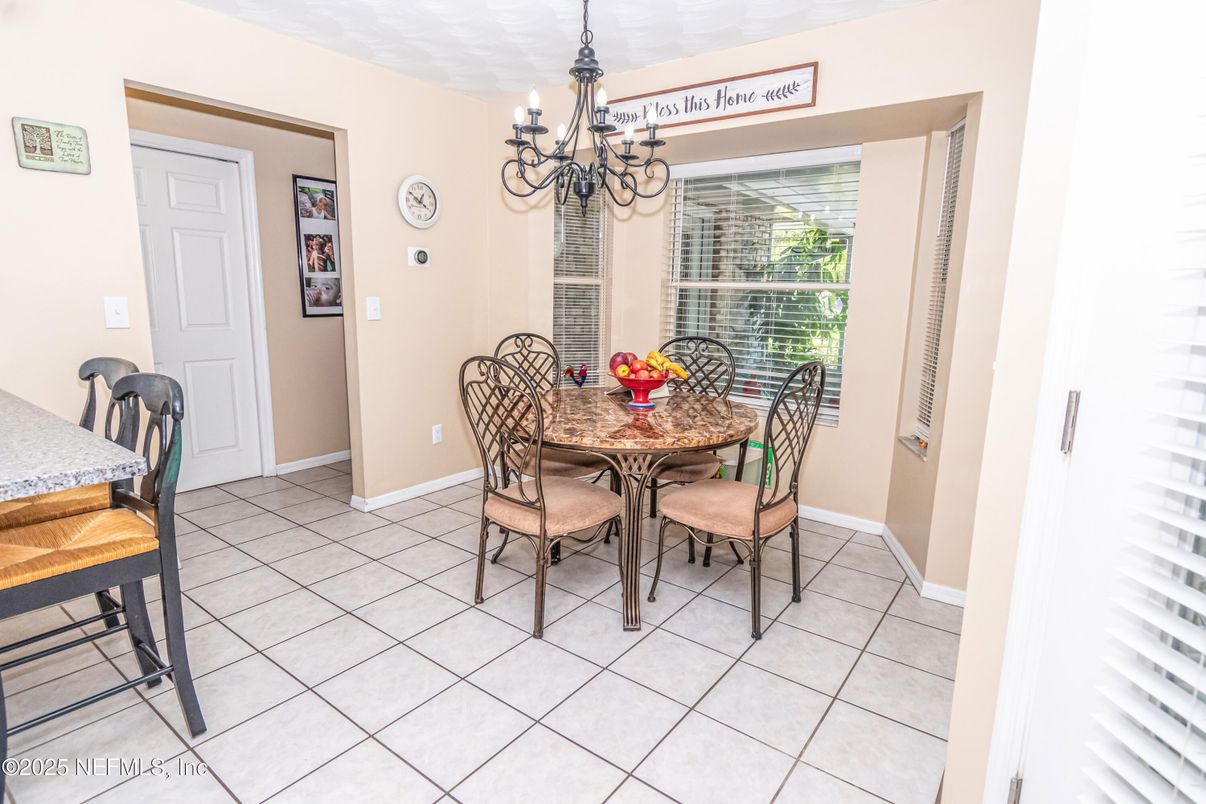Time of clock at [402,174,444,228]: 12:50
